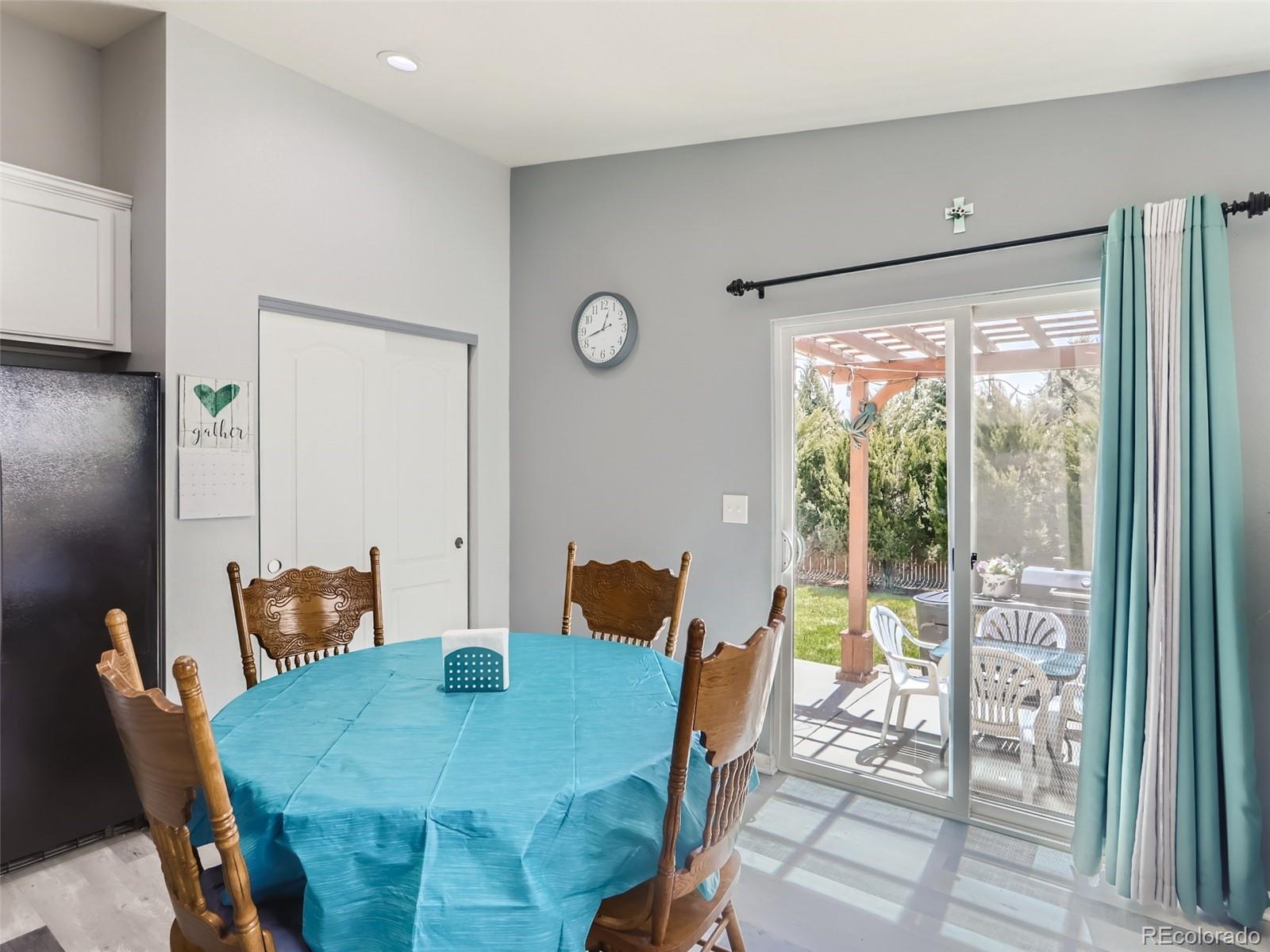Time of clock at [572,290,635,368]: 12:42
